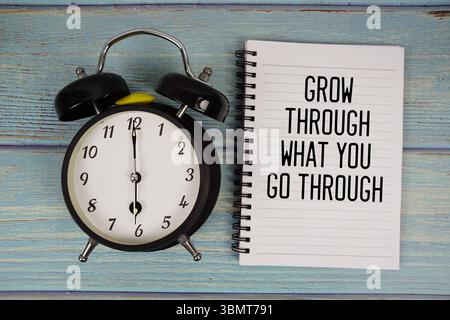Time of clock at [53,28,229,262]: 5:59
